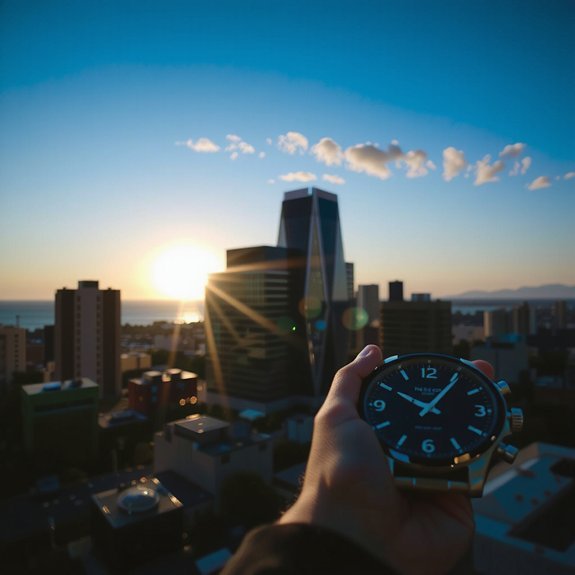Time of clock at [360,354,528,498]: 10:05
